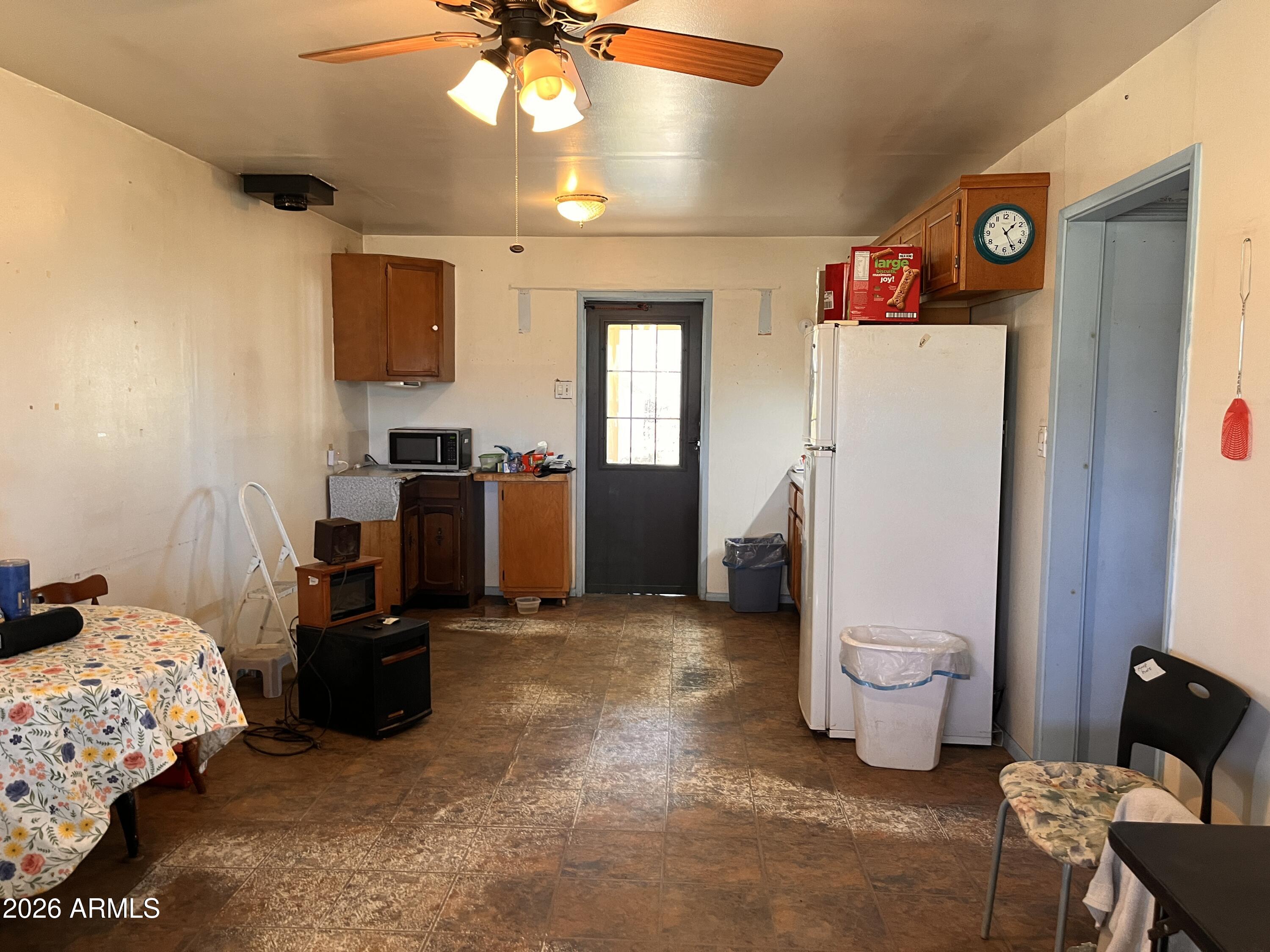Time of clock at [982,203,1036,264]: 1:25
